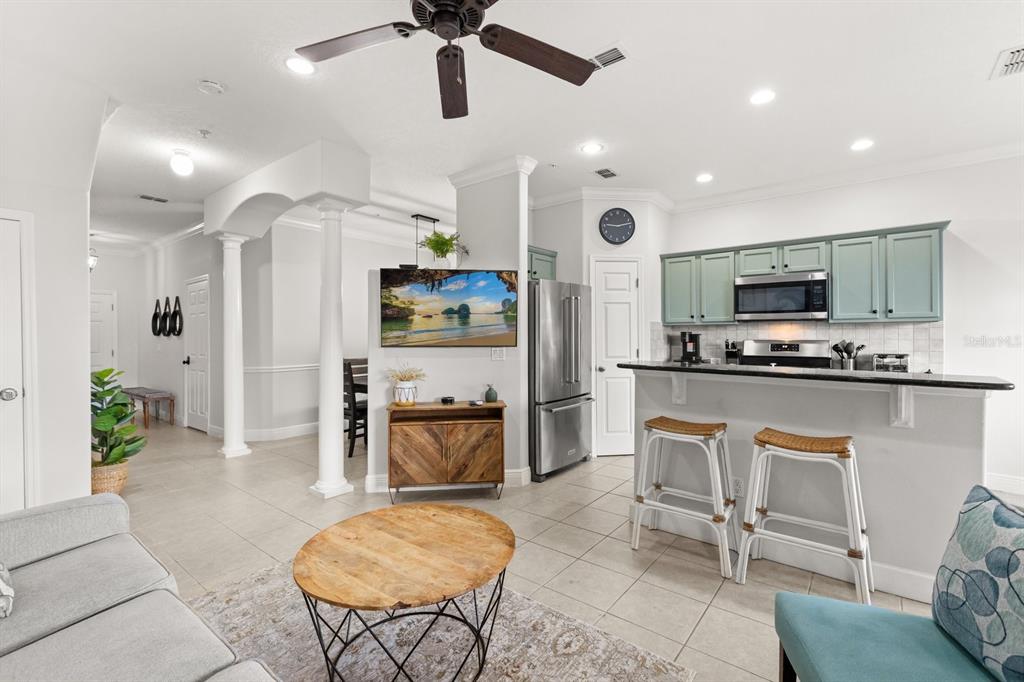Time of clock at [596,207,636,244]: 9:12
